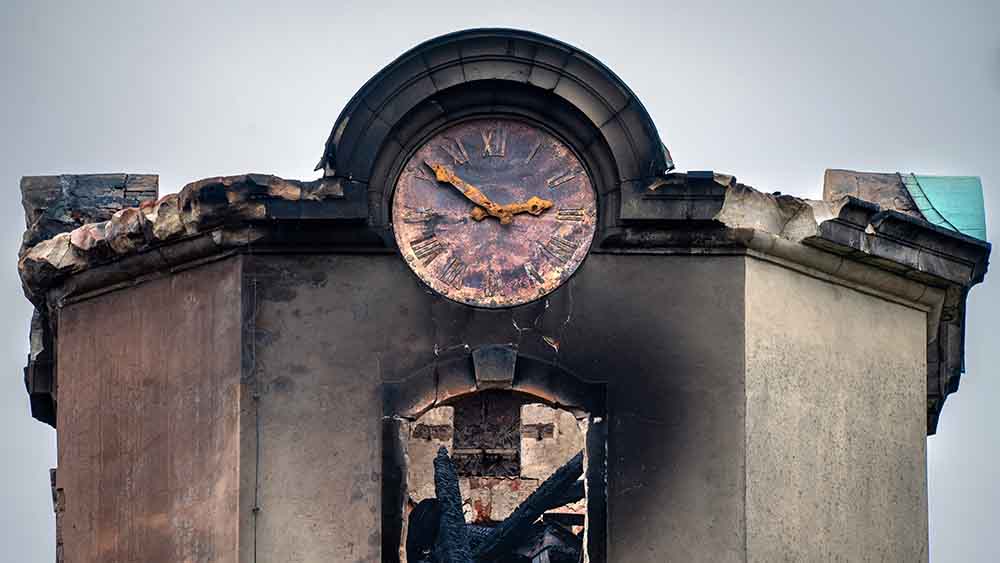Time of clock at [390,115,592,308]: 2:50
